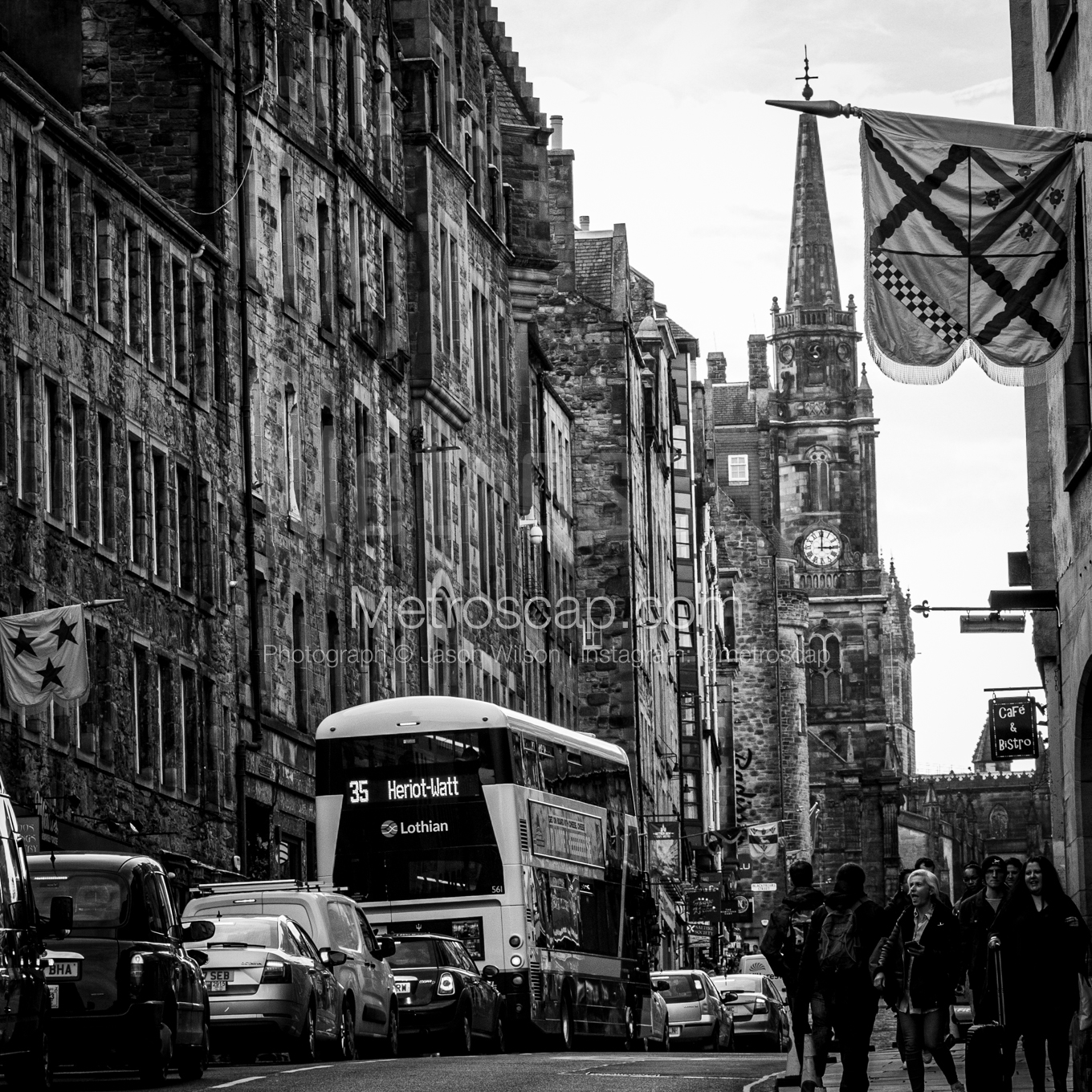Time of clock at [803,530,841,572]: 3:00
